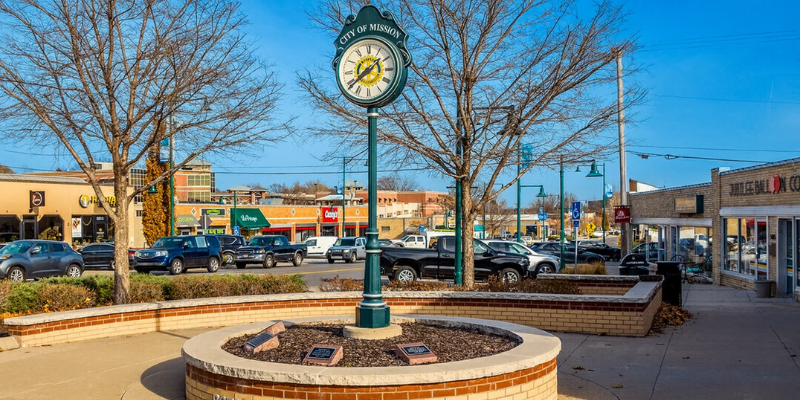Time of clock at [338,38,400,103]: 1:38
